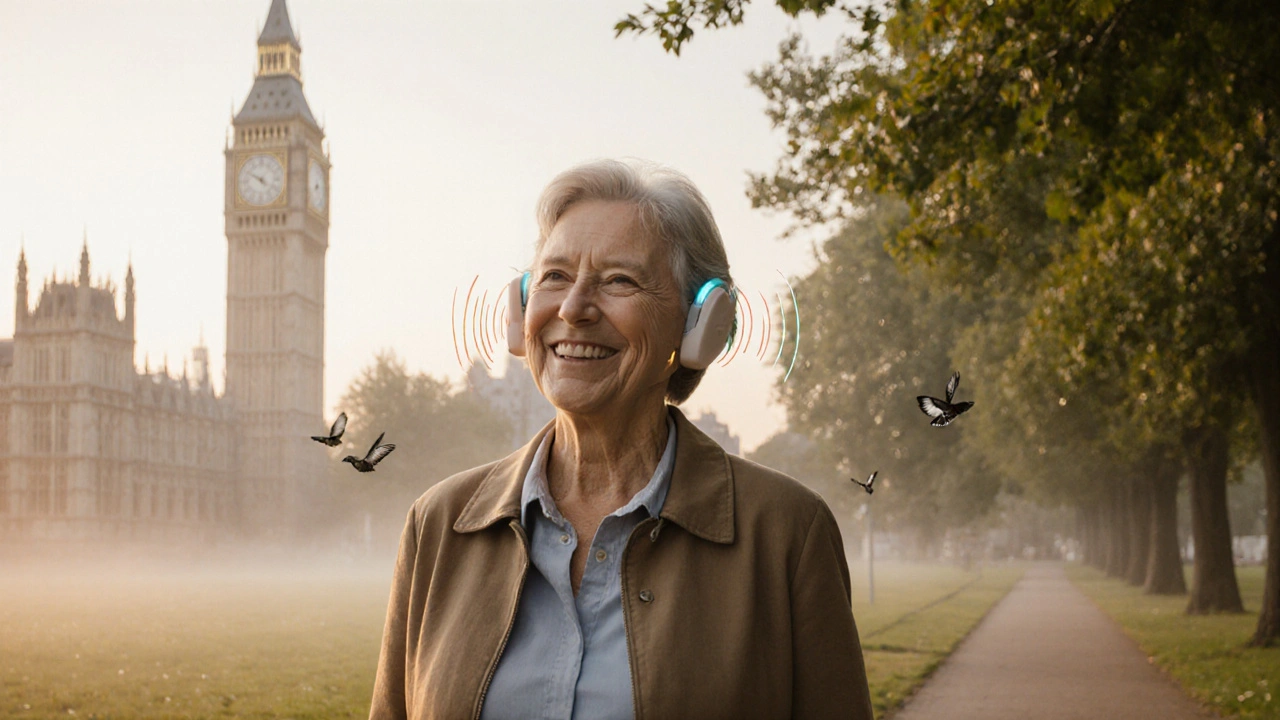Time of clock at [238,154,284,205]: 4:49
